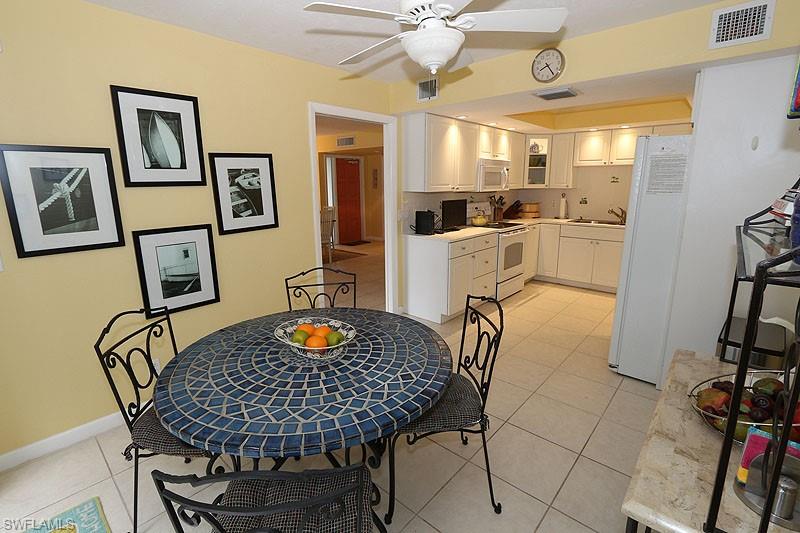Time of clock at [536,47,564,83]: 8:24
